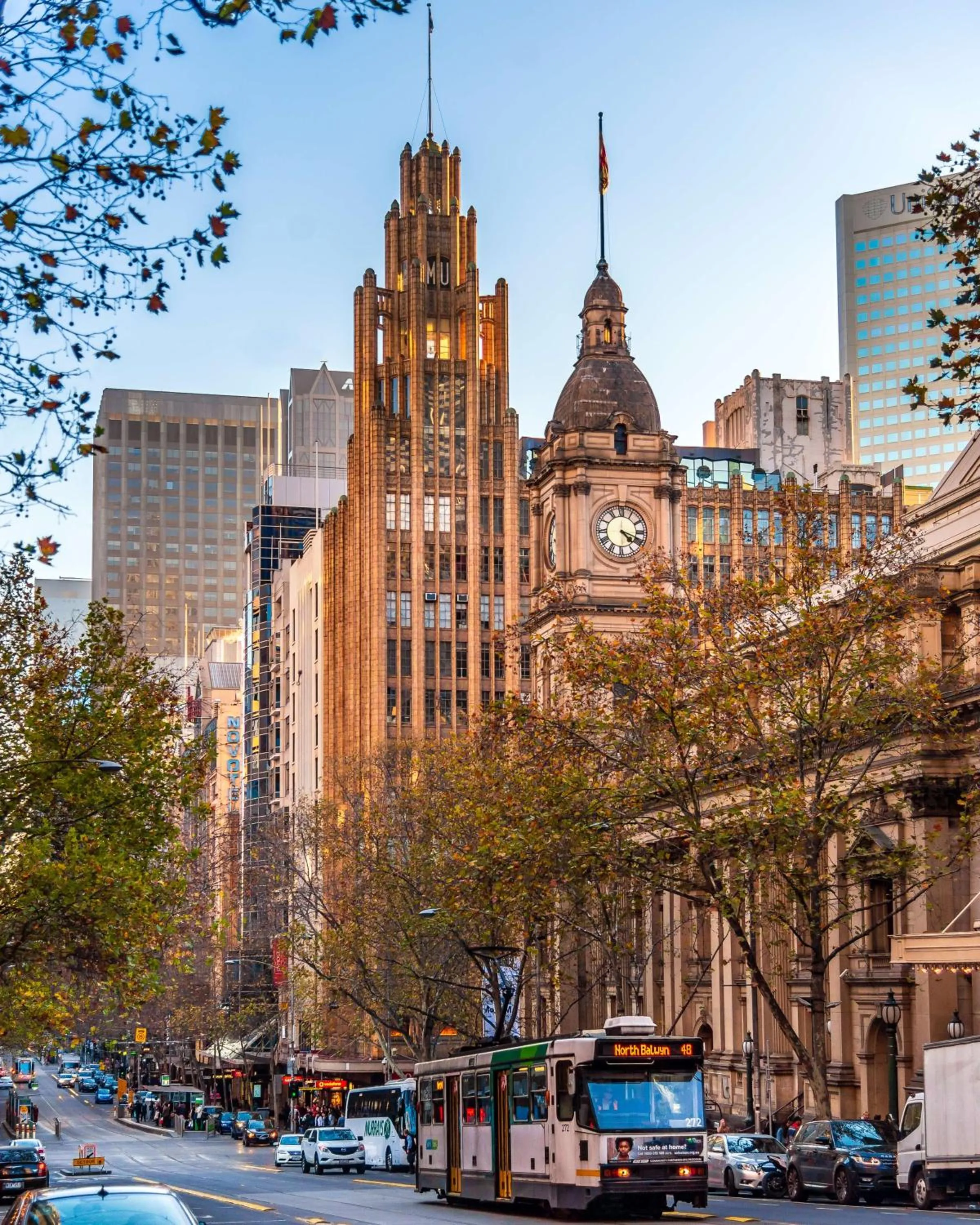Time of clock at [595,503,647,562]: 4:18
